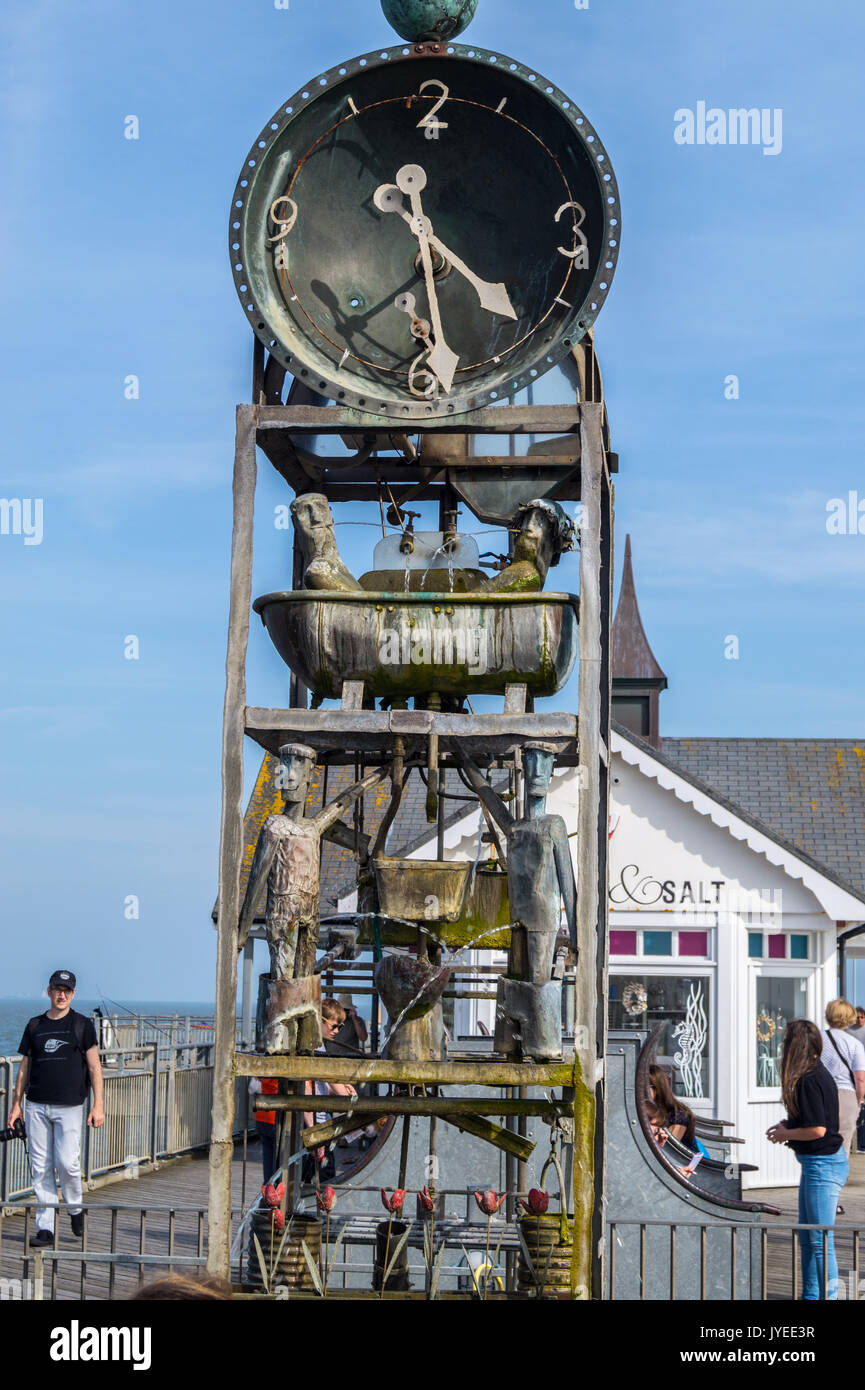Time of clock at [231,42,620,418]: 4:28
